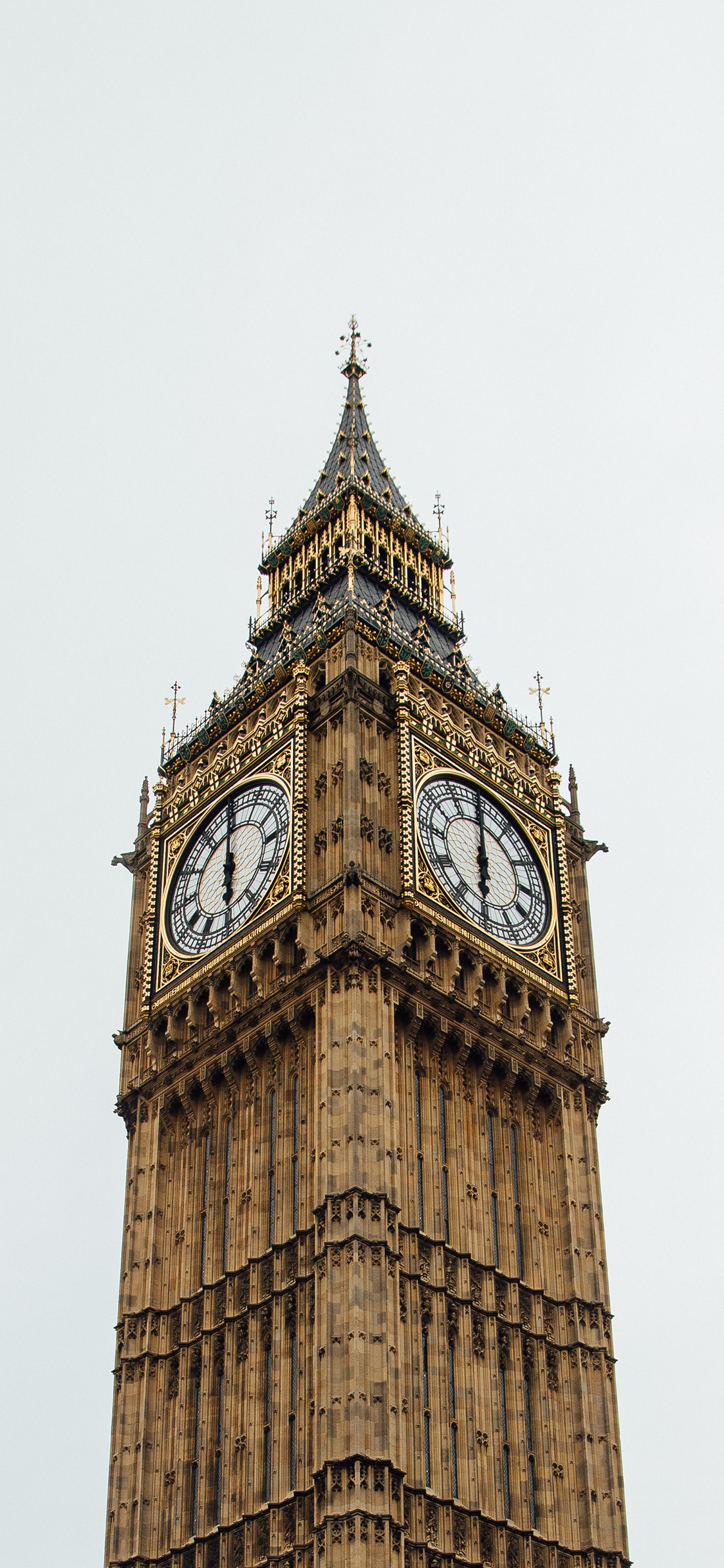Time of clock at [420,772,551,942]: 6:00
